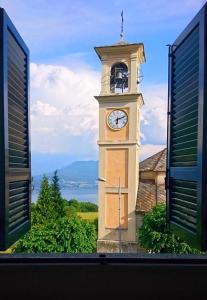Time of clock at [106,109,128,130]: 6:11
